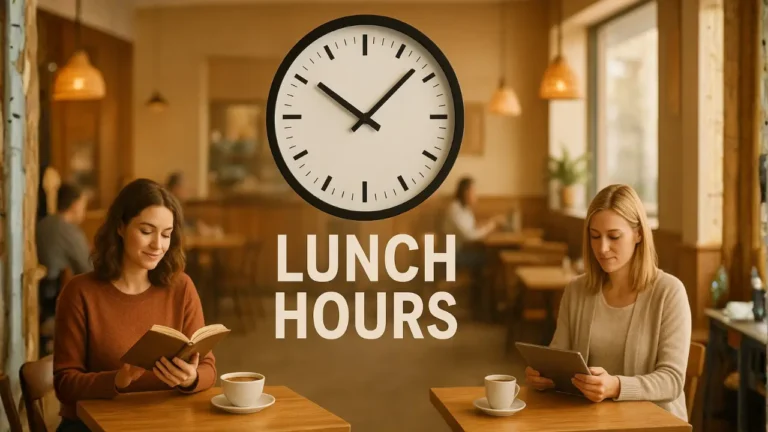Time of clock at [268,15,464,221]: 10:07
